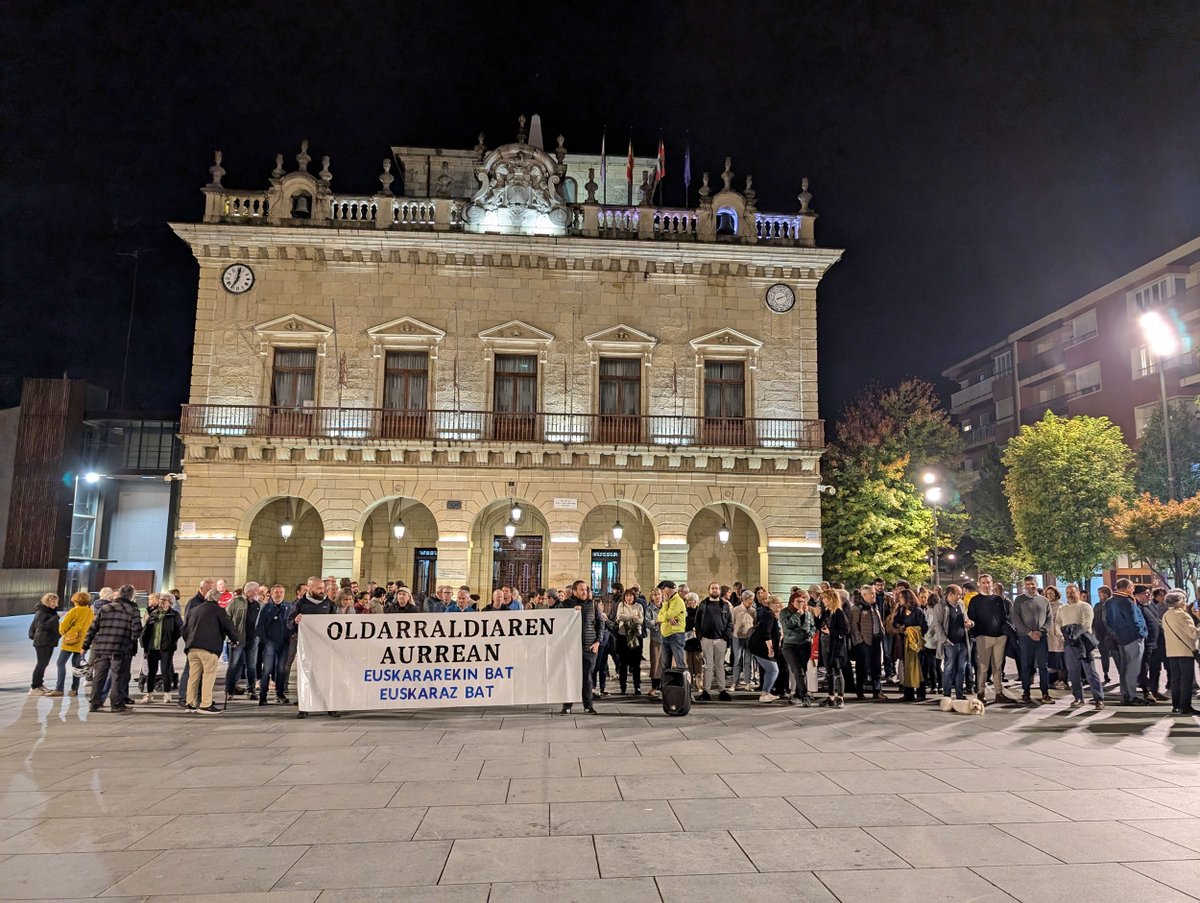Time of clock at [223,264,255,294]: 7:01
